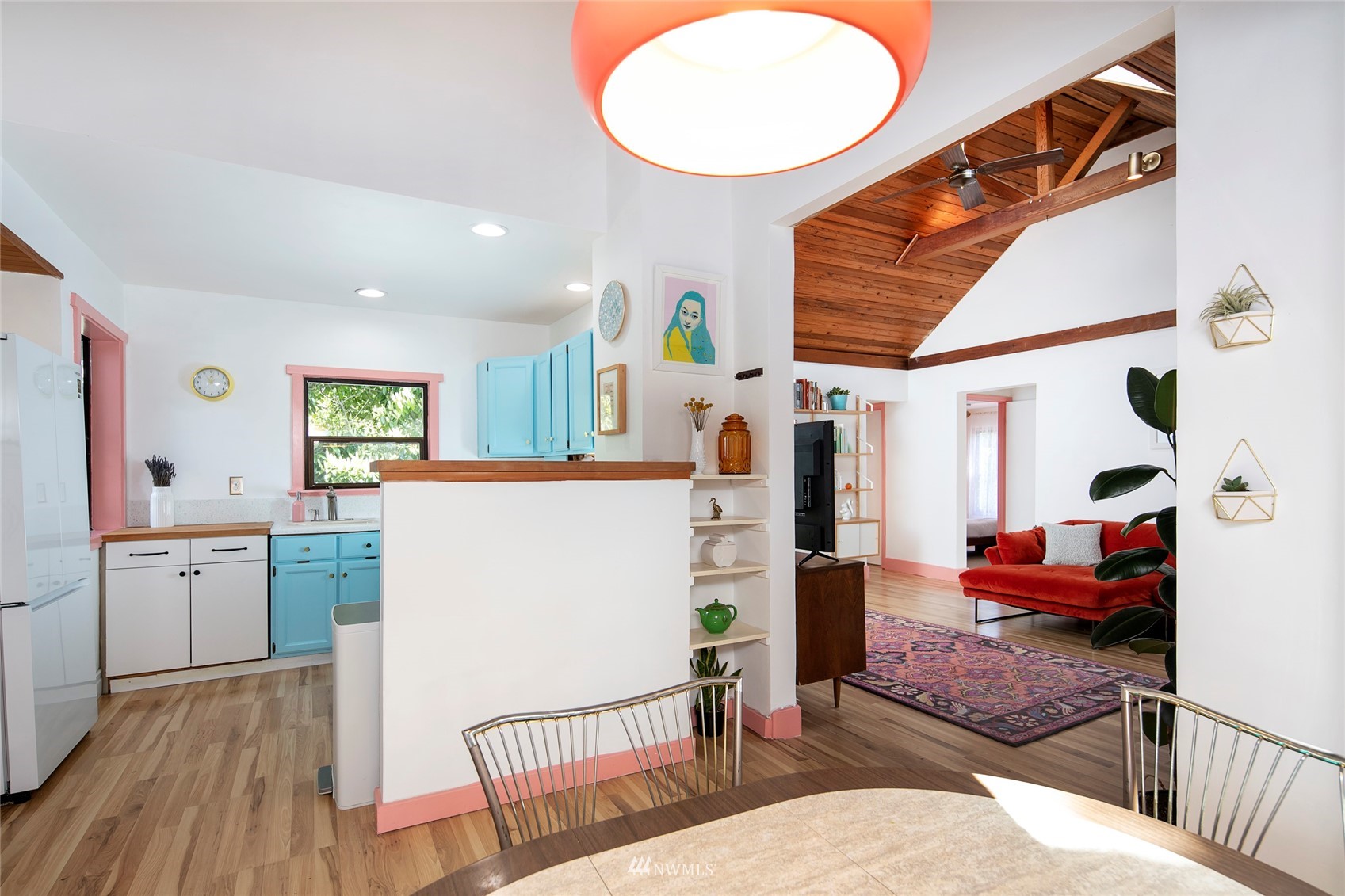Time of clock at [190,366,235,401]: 3:01
